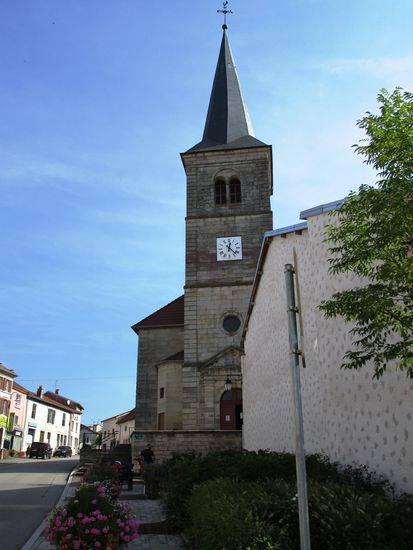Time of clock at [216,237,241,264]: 12:22
